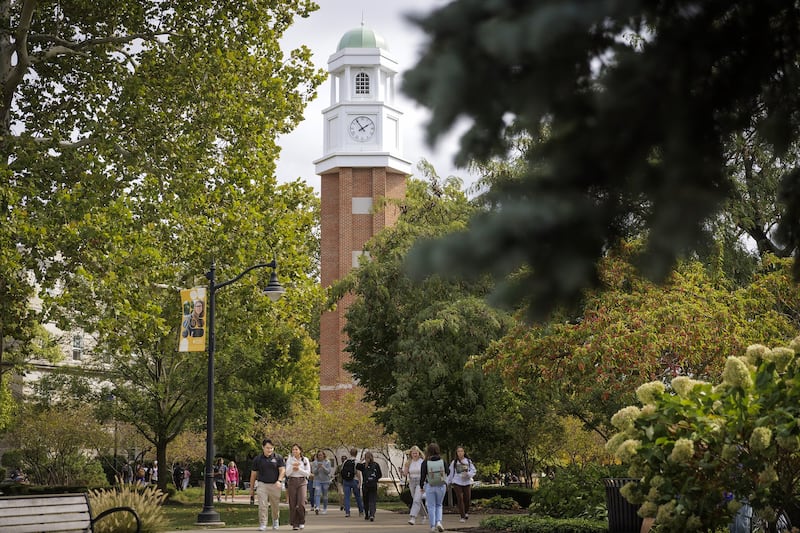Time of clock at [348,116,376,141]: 1:54
